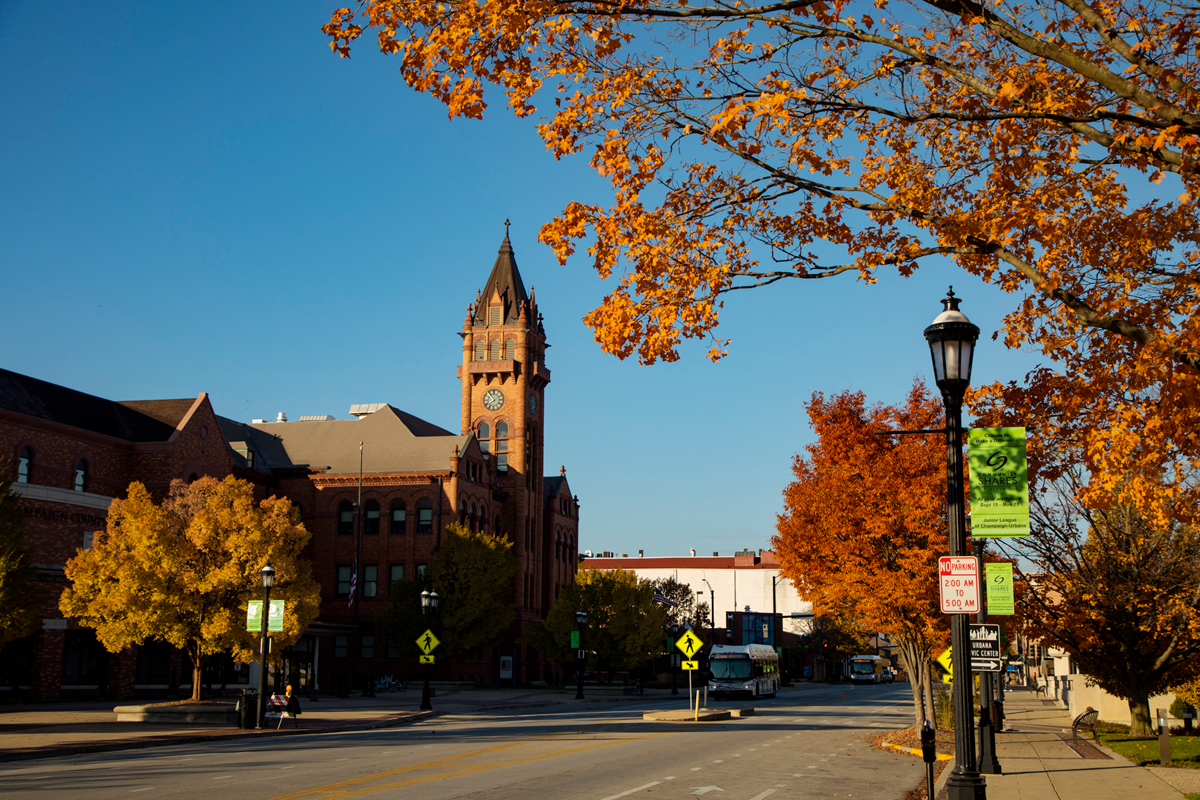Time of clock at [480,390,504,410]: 7:53
